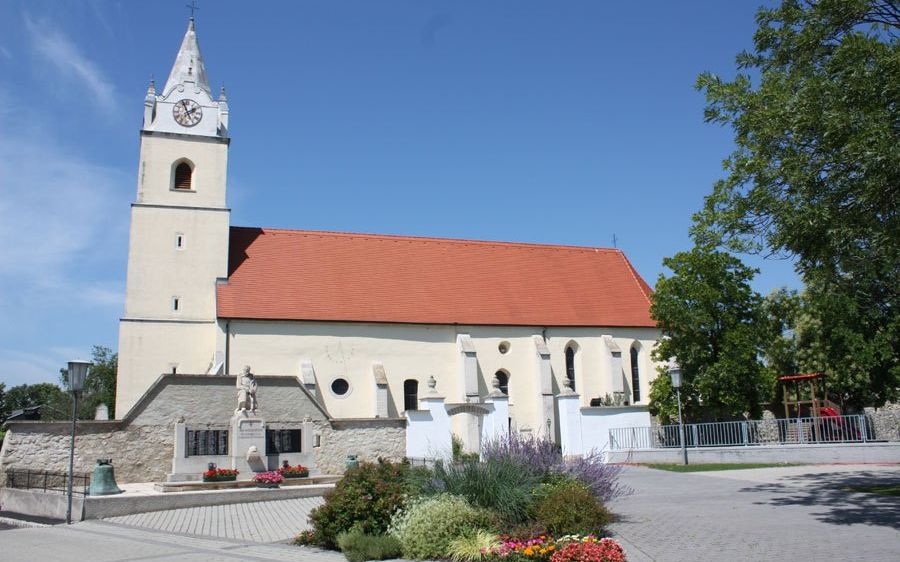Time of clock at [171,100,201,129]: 1:56
